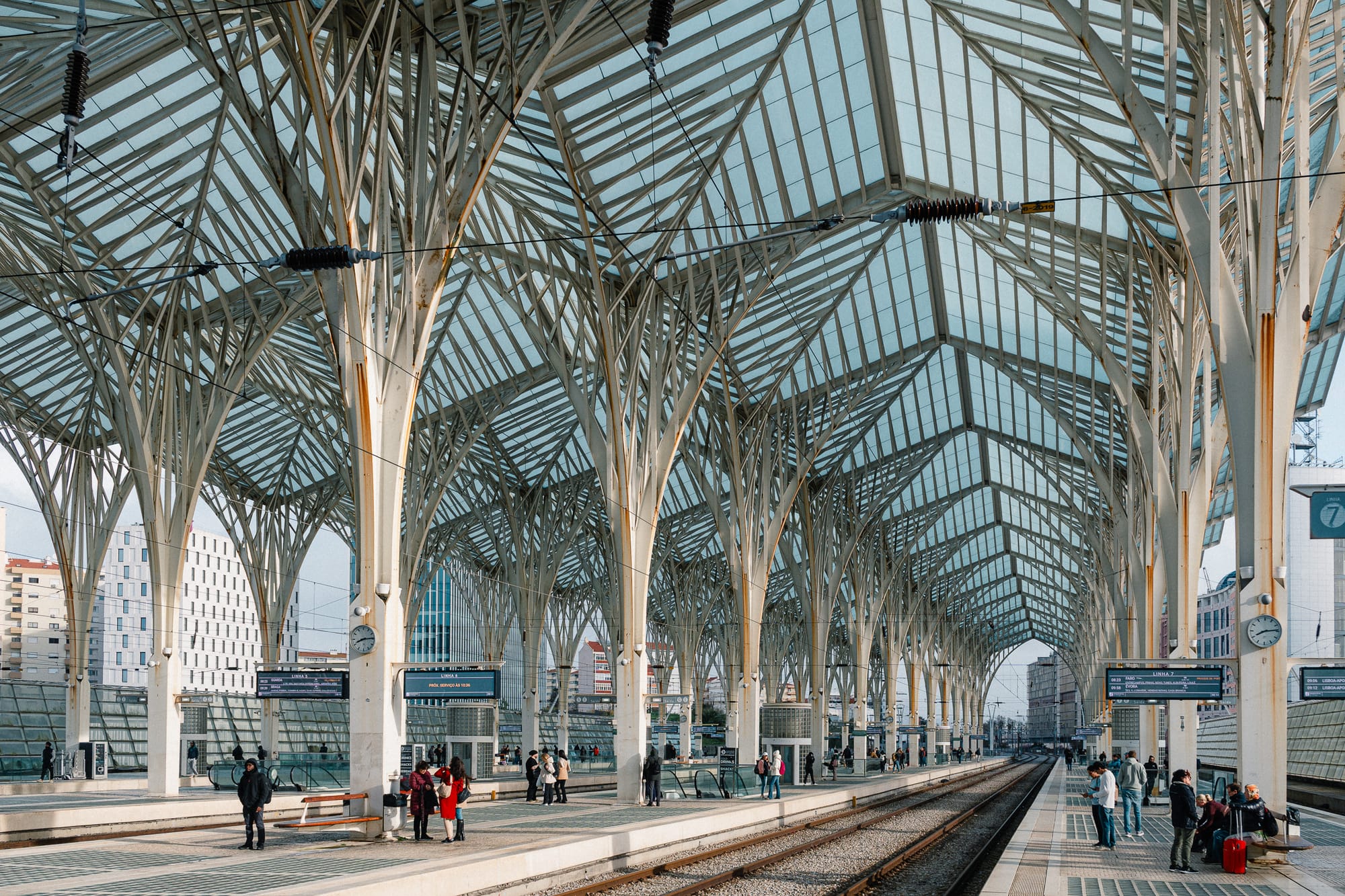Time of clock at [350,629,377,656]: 8:14
